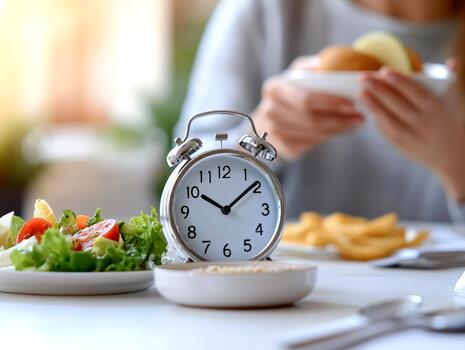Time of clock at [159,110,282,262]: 10:08
